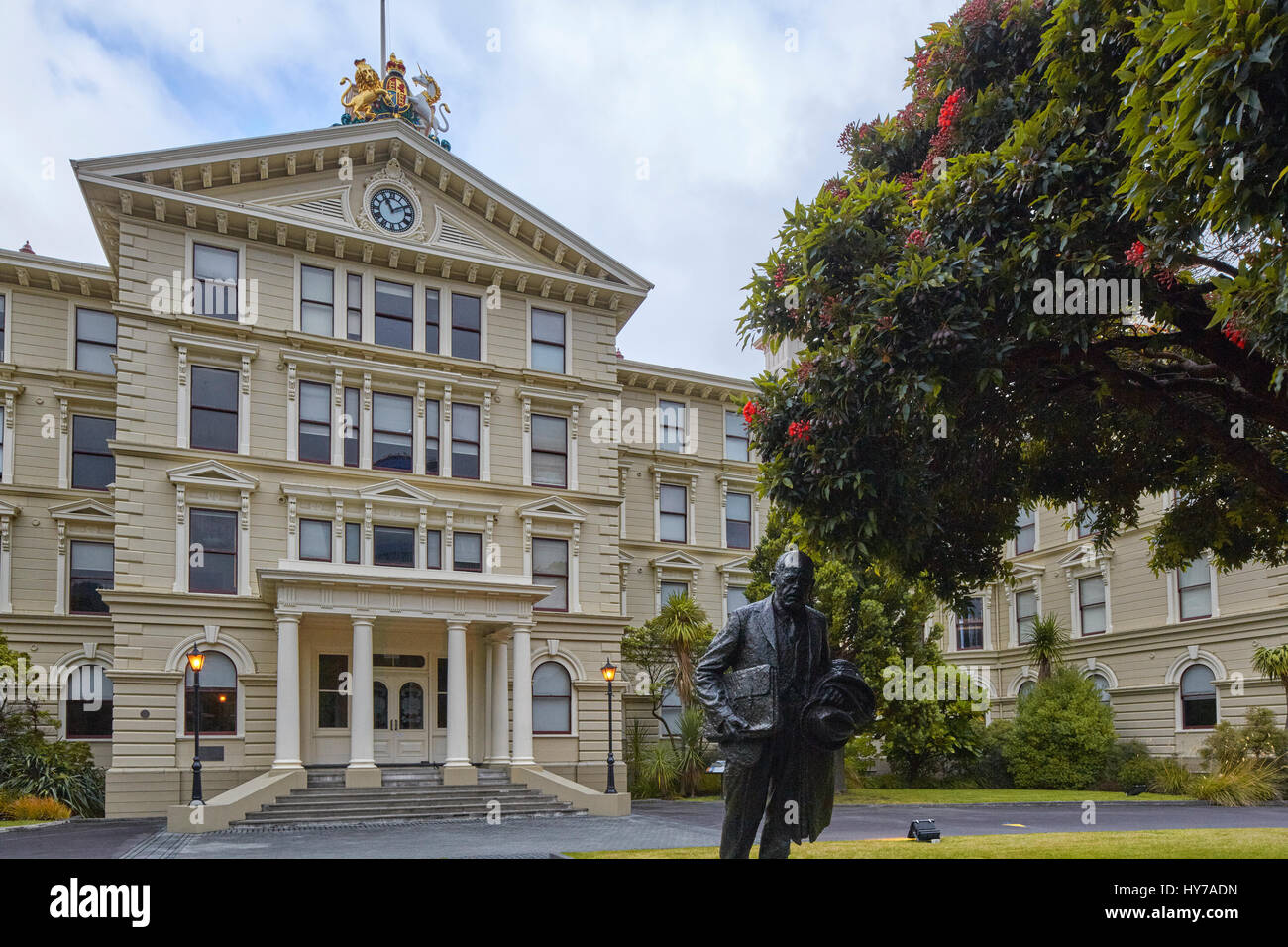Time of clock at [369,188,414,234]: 11:10
